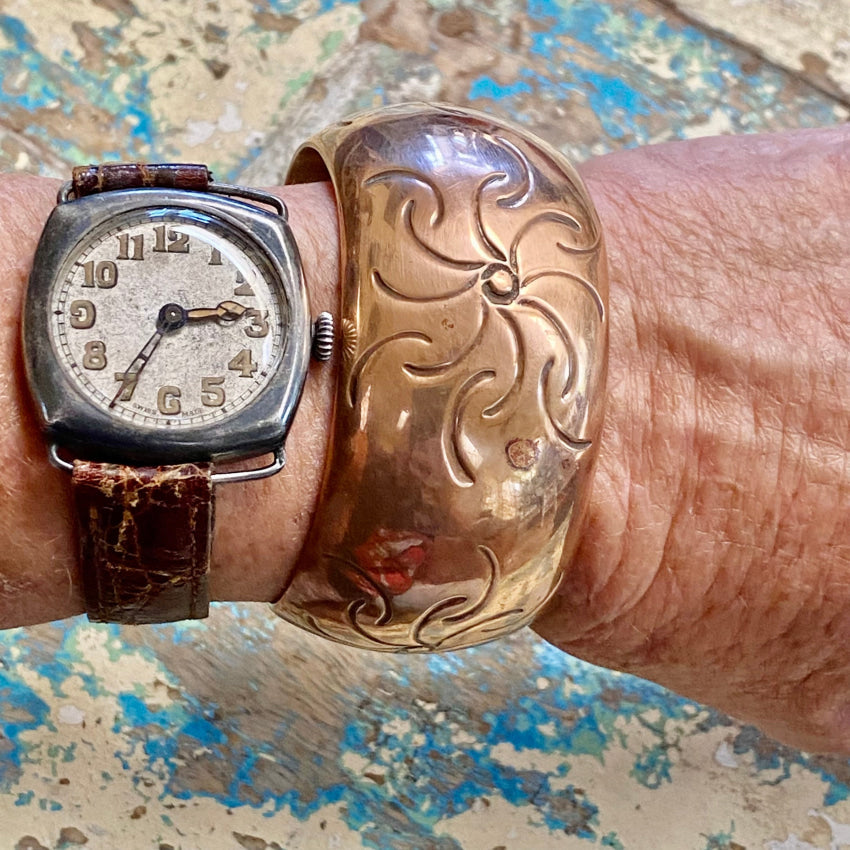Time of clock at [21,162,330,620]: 2:35
